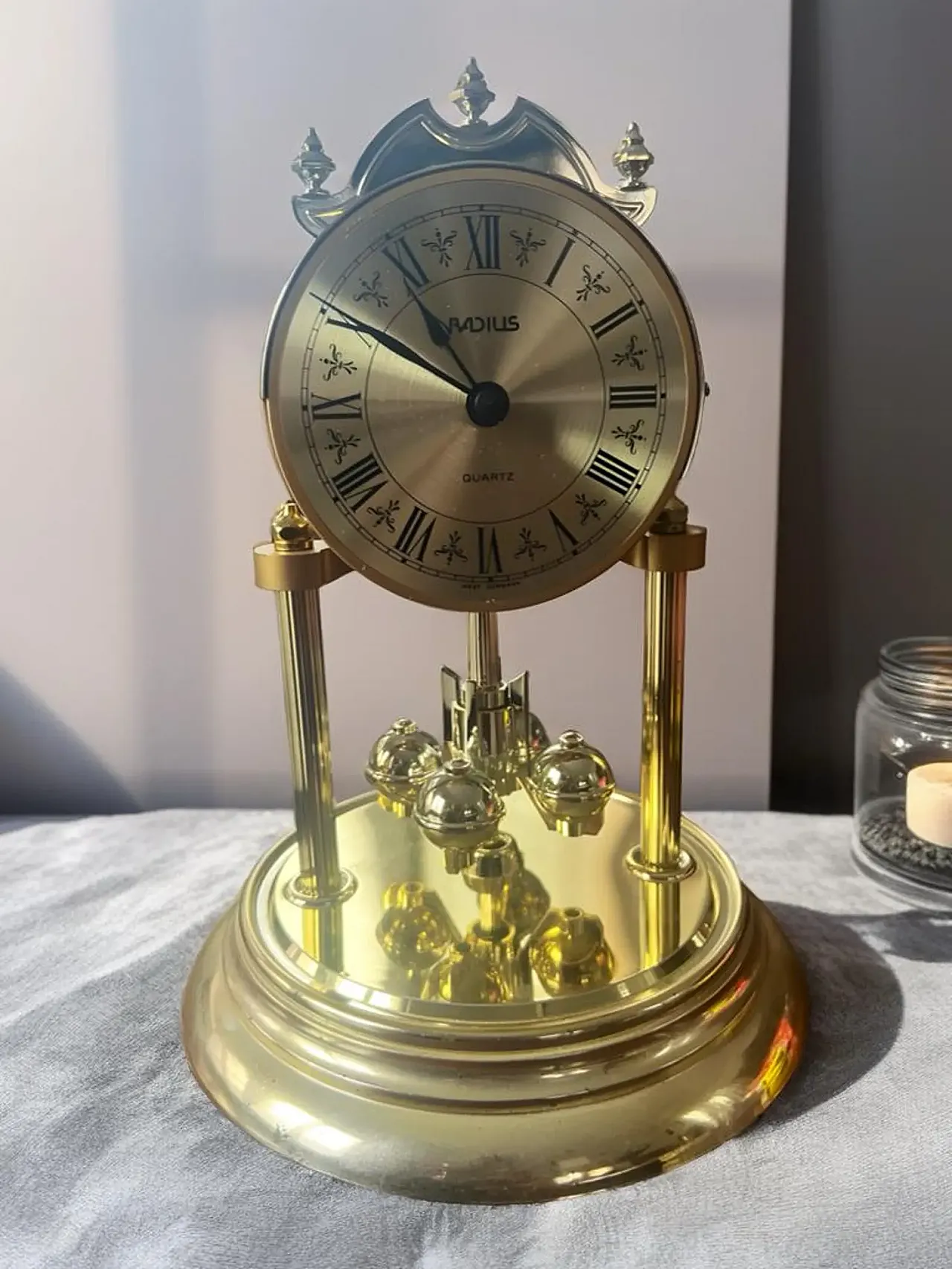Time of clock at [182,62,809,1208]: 10:50
